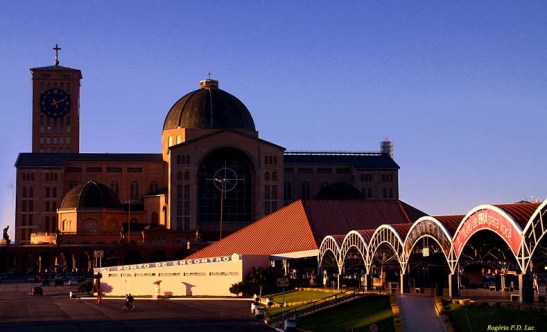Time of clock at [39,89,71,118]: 5:11
